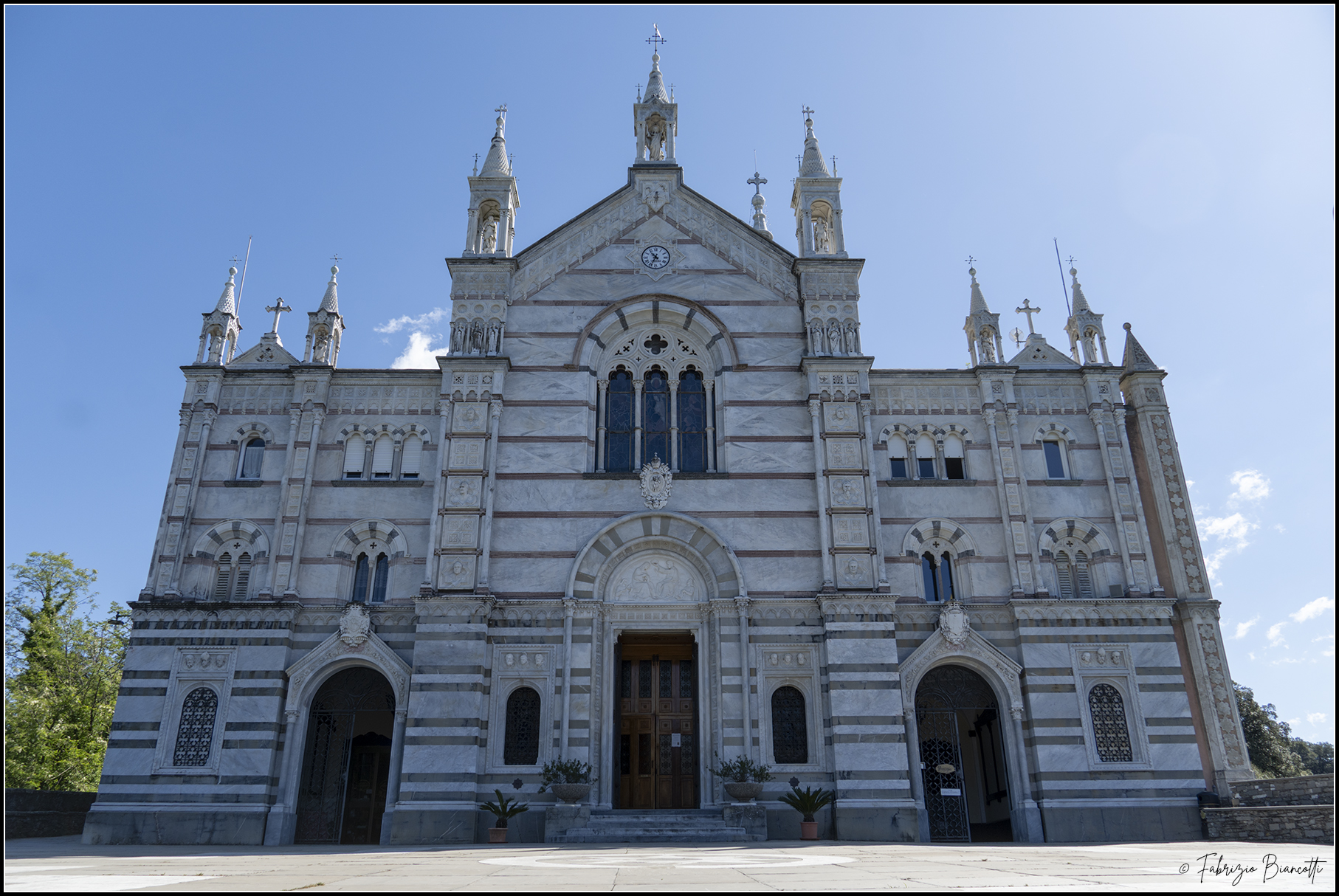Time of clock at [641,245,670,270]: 10:34
